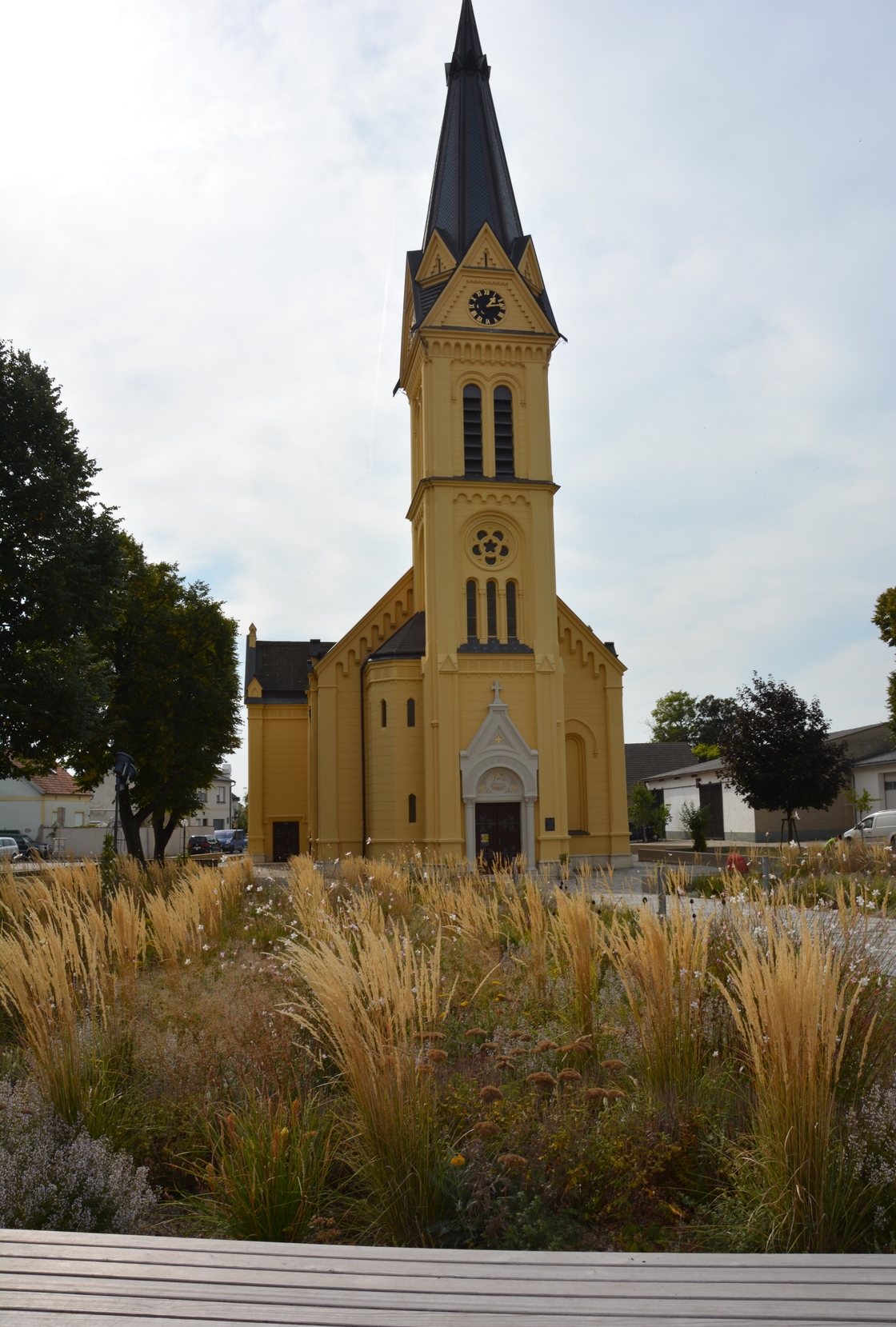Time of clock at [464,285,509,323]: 1:13
